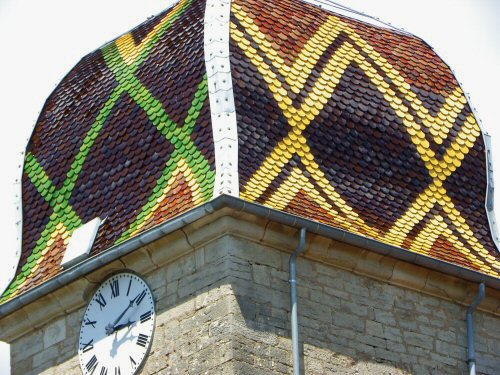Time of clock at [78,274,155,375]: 3:09
